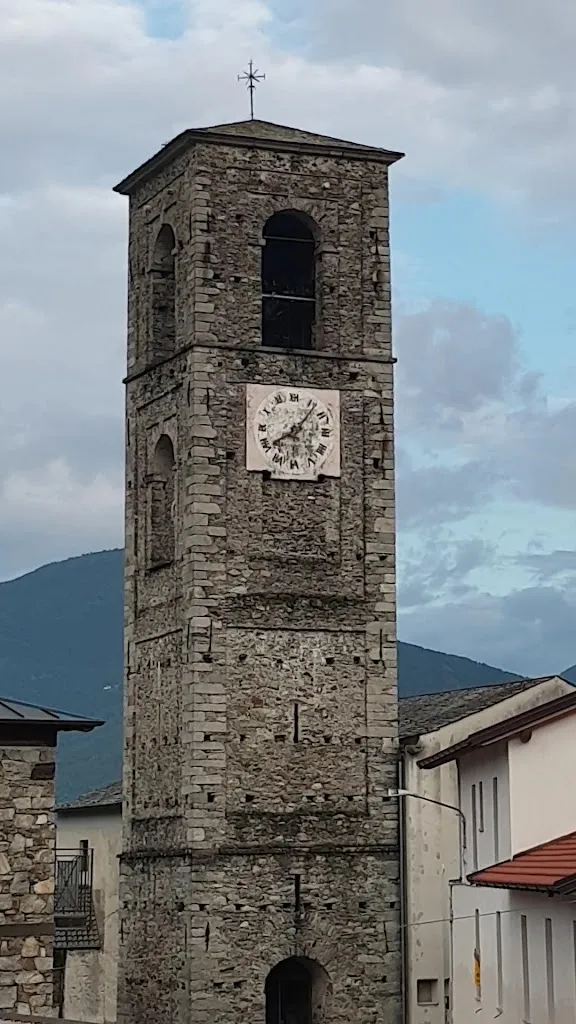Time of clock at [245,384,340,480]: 8:06
